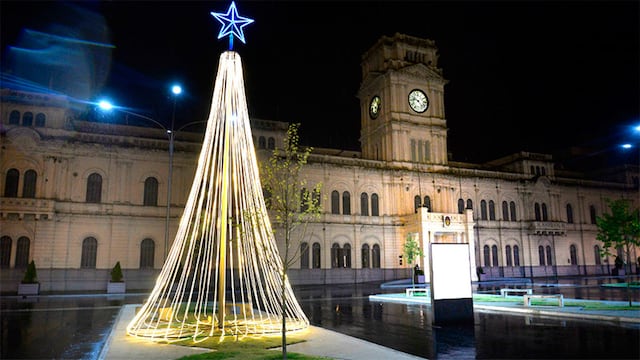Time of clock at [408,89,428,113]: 9:23
